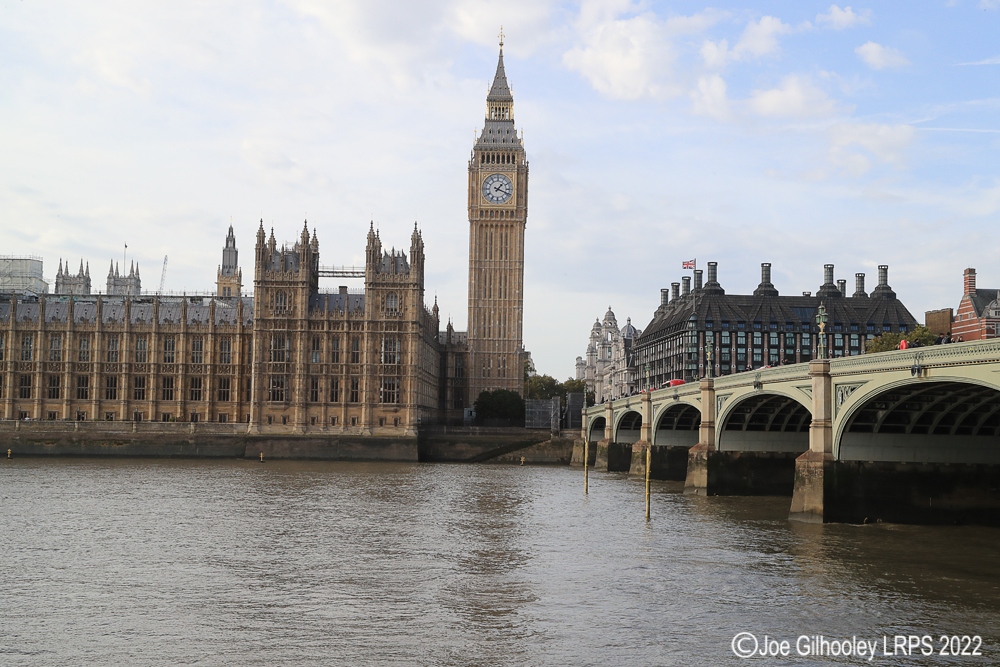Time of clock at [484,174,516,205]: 1:18
